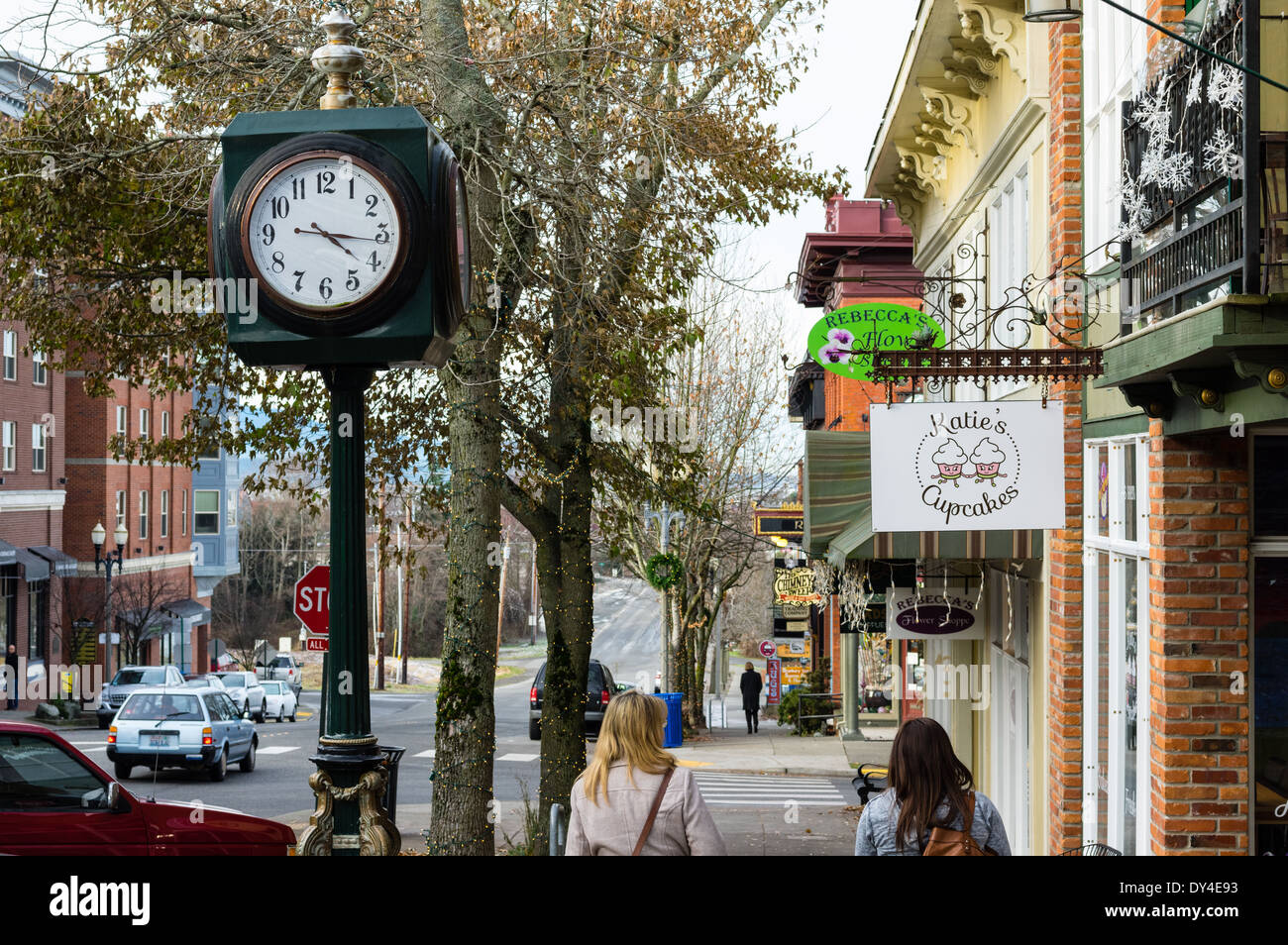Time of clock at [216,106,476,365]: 4:16
